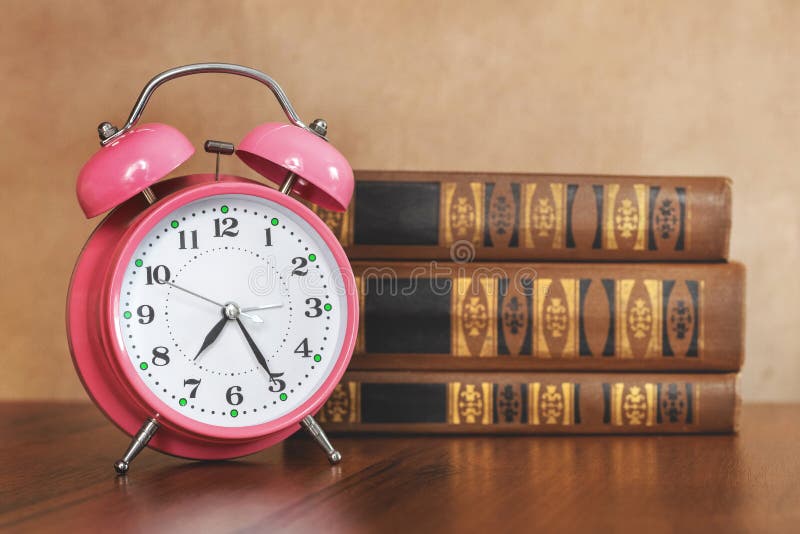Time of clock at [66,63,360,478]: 7:25
